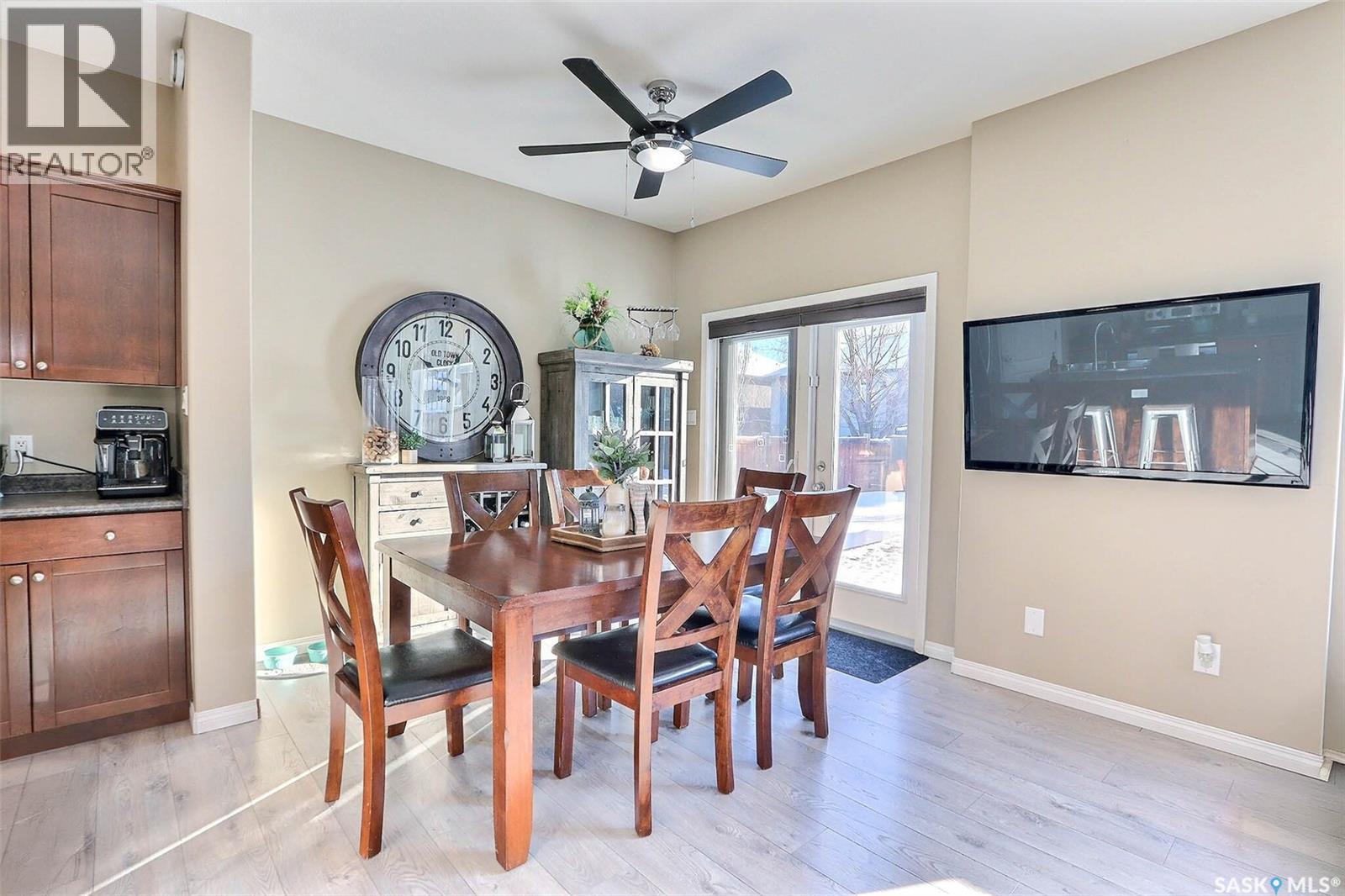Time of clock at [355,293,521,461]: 10:05
